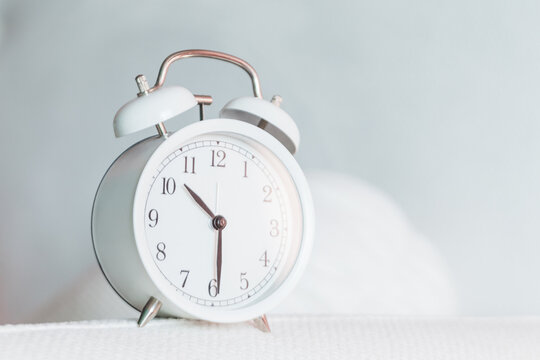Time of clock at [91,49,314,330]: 10:29
